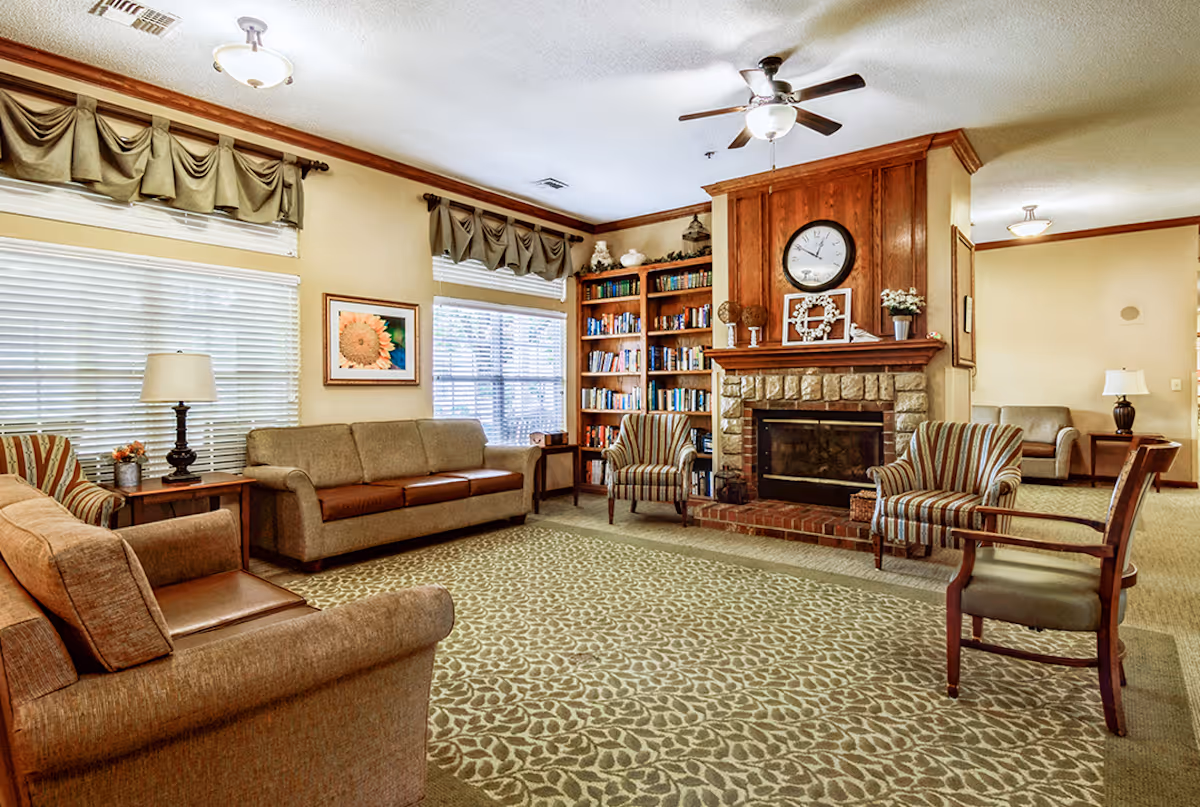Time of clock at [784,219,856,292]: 12:50
